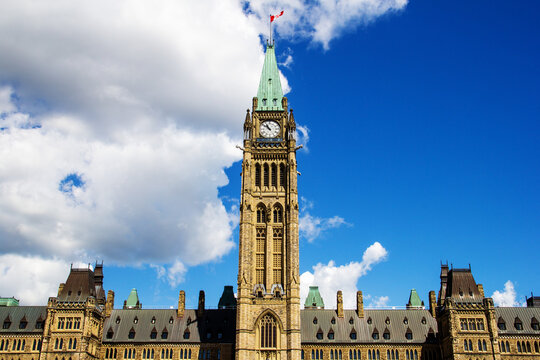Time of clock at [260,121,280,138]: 10:51
